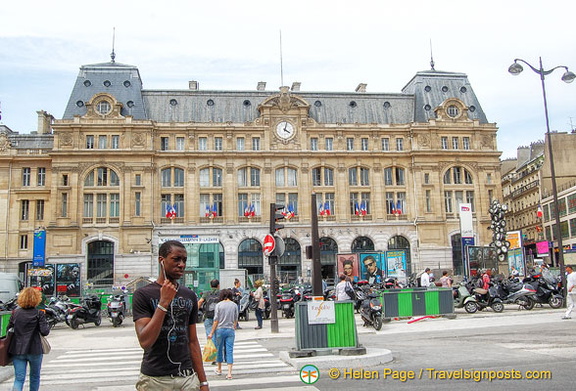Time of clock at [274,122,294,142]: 4:02
